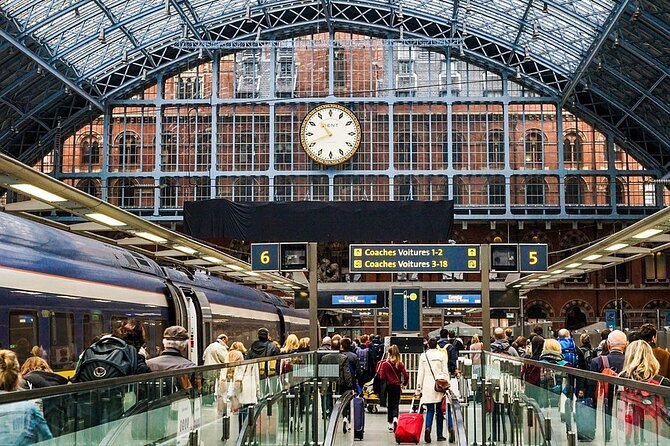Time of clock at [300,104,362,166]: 10:41
